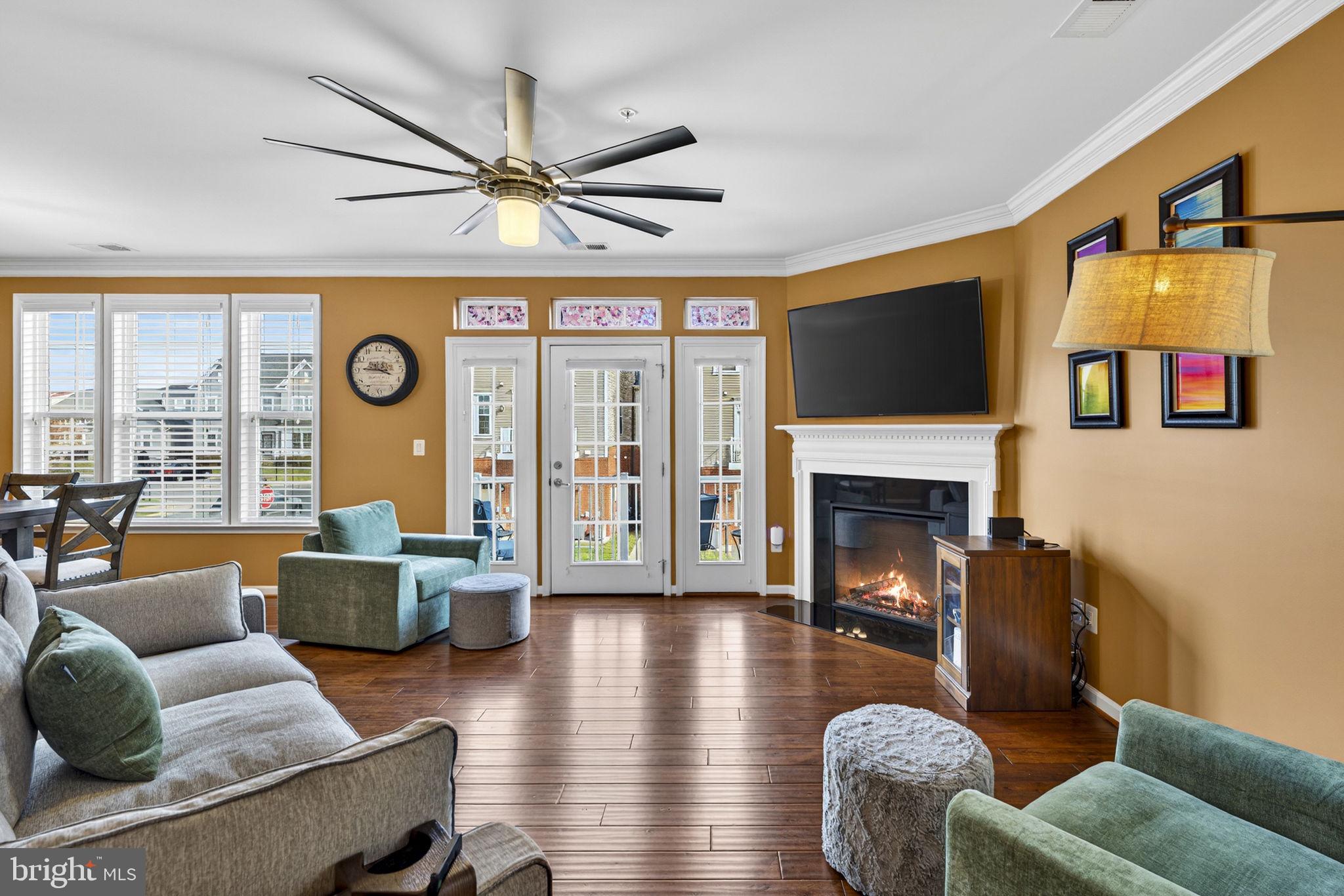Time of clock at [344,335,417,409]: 3:45
